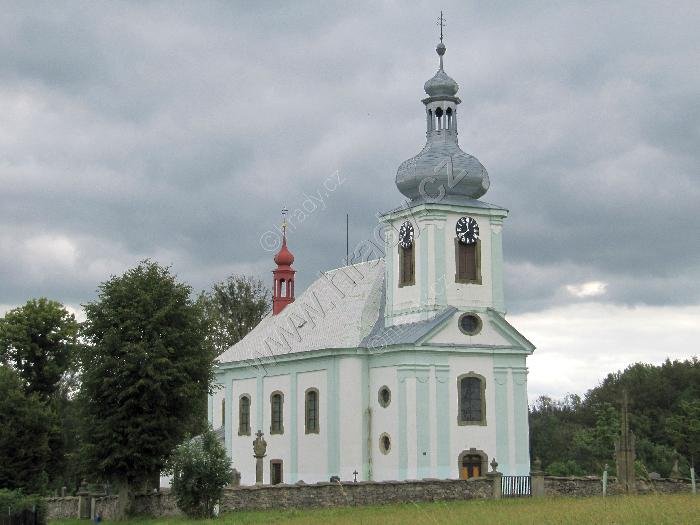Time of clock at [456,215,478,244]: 11:37
